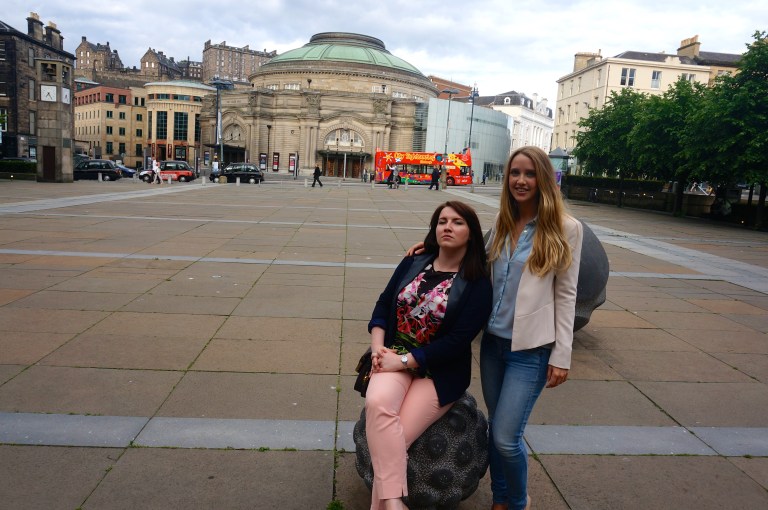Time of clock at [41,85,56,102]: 7:24
